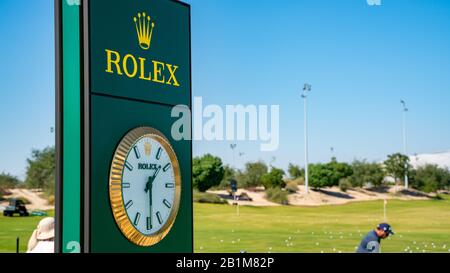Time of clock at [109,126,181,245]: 1:29
